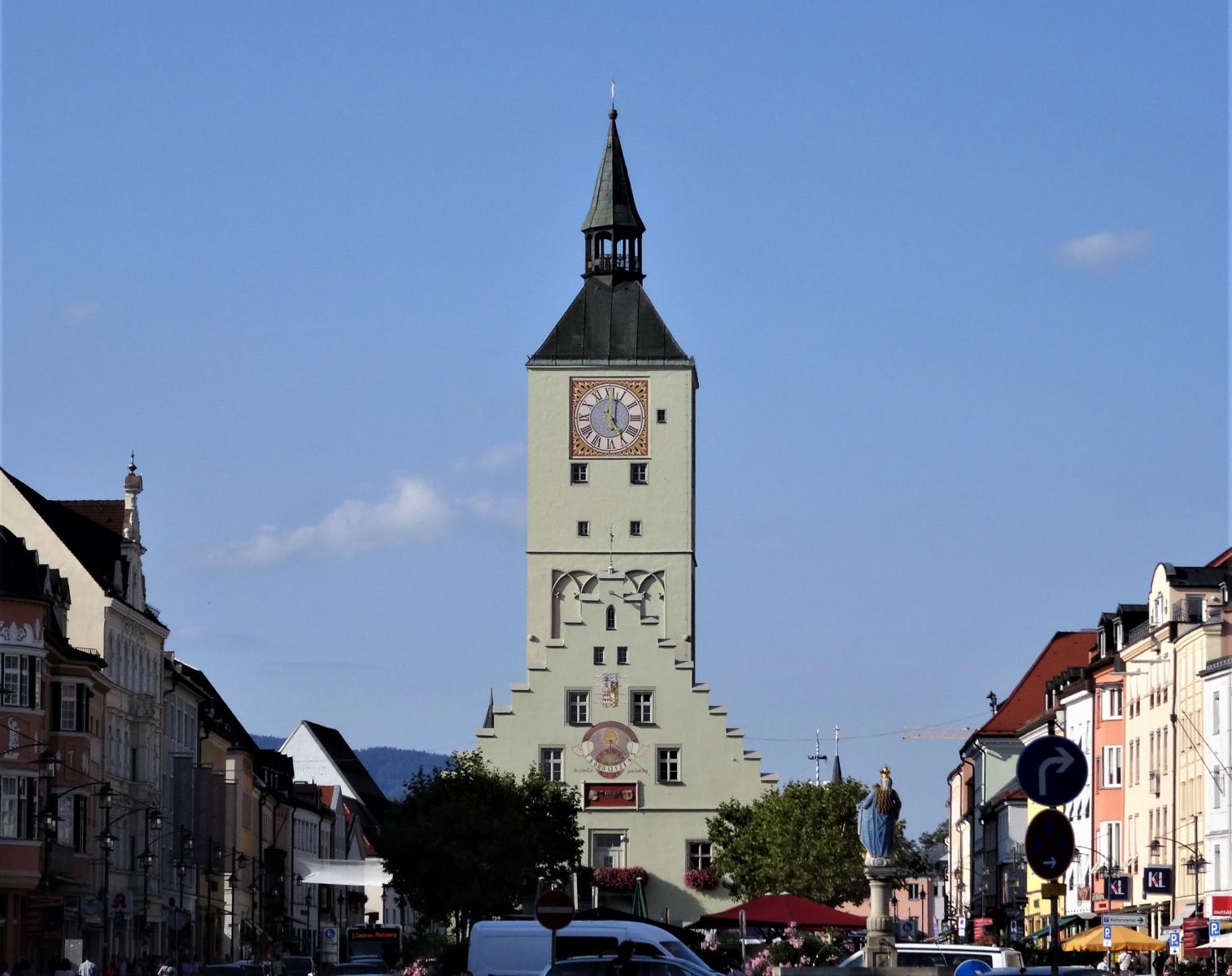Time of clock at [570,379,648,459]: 5:02
